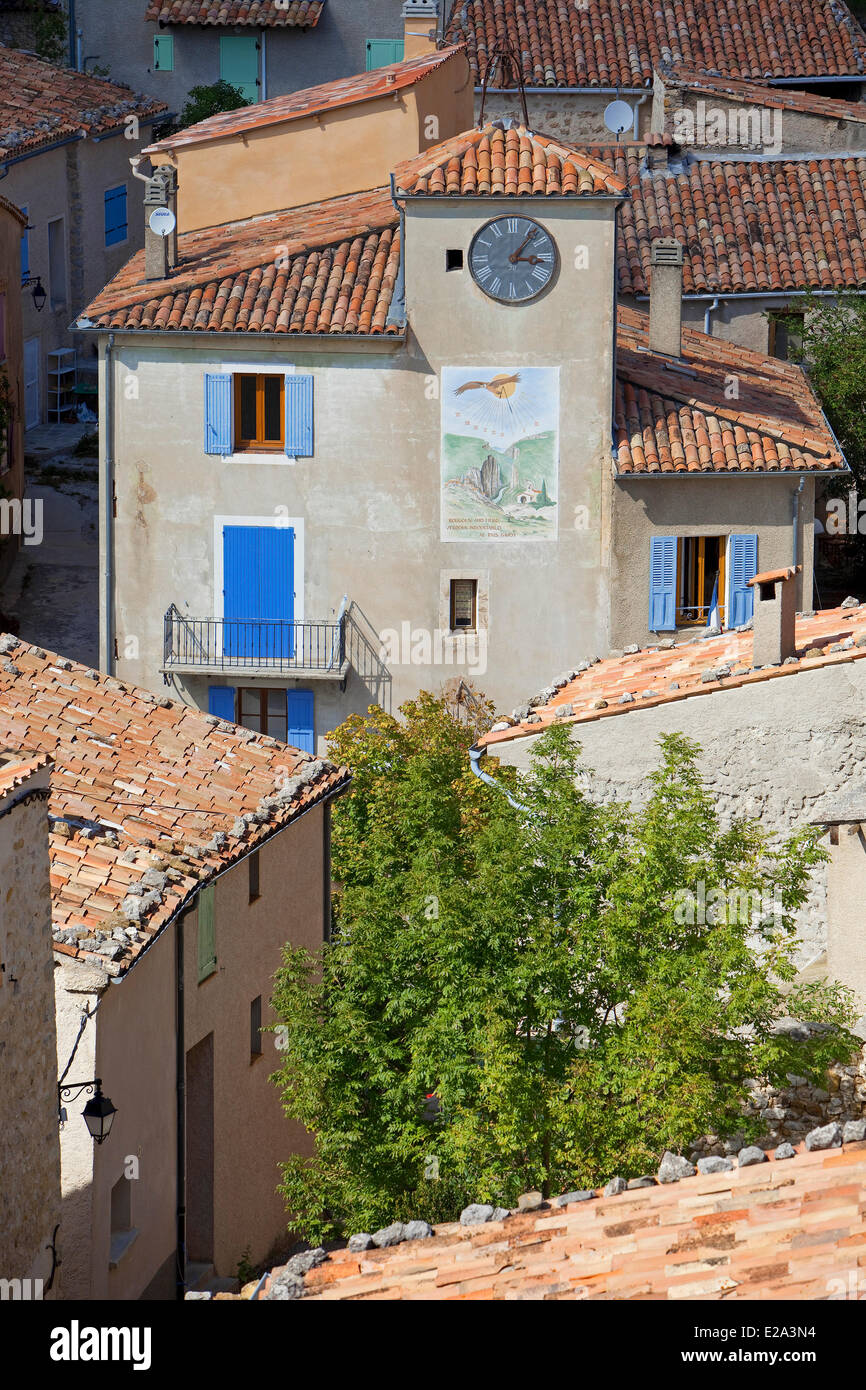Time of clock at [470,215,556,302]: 3:06
